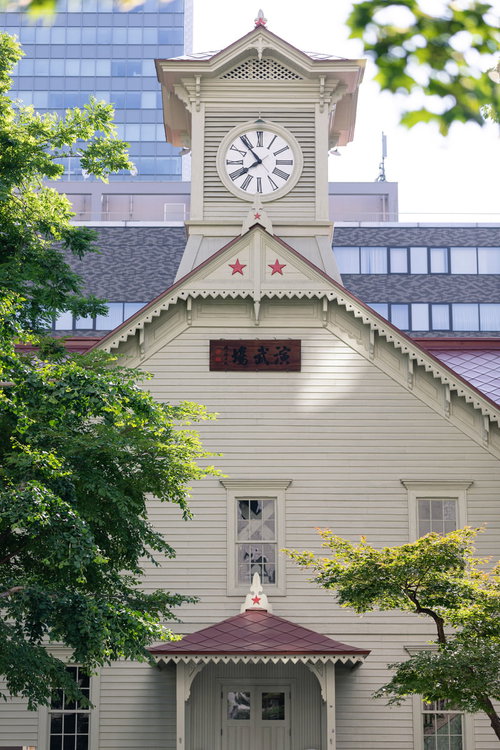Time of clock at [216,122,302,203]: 7:53
